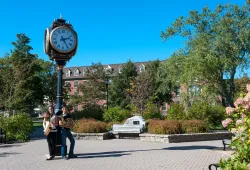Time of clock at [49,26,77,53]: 2:24
